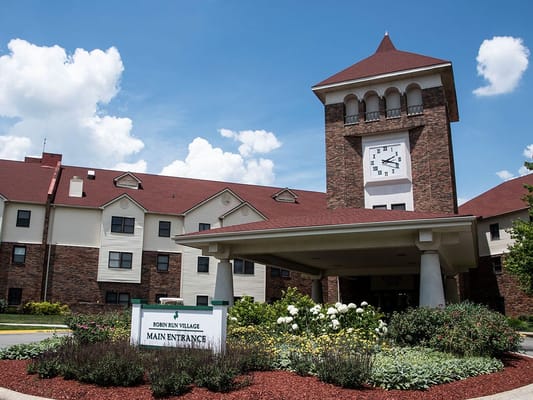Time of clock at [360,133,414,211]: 2:18
